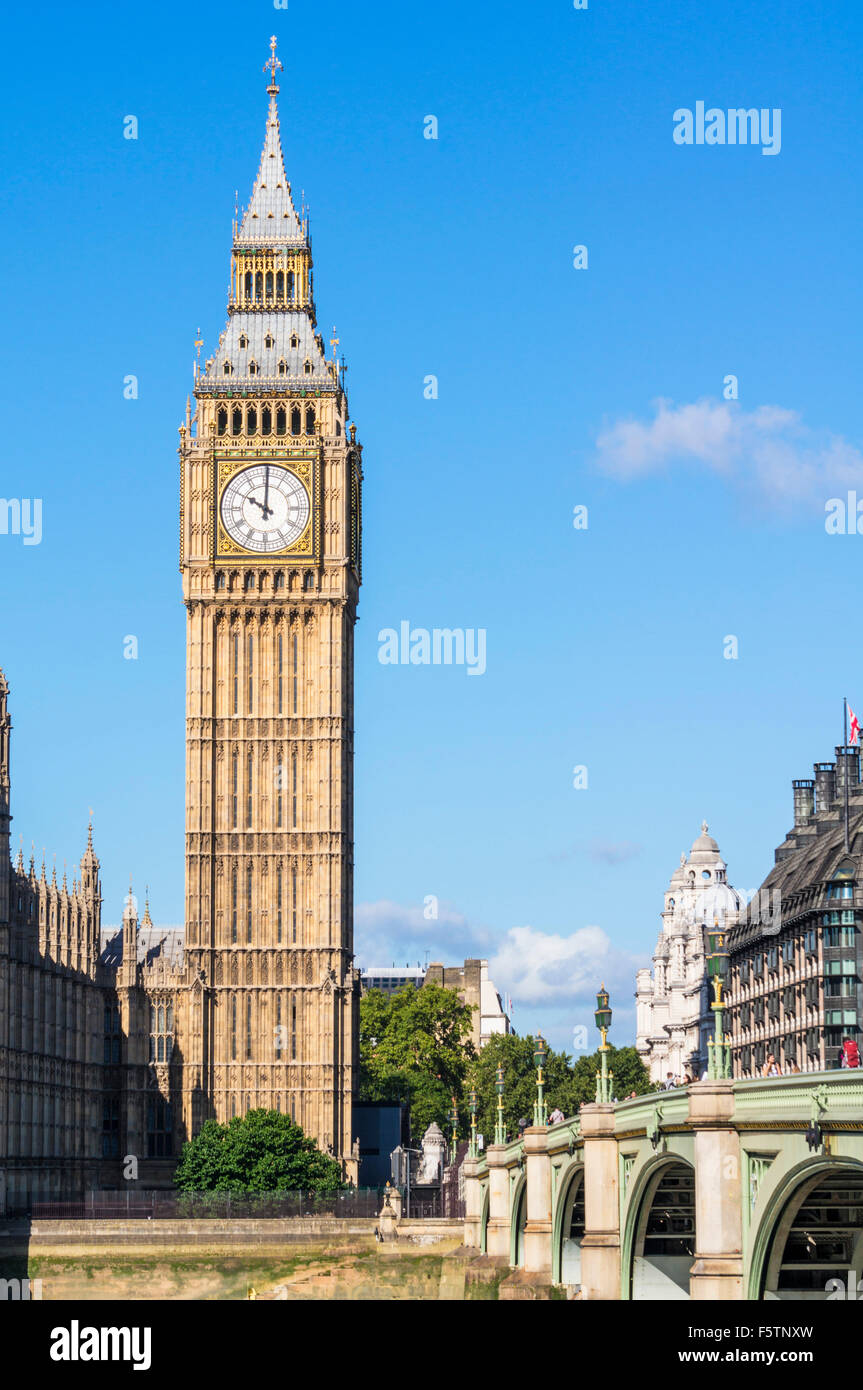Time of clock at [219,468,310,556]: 10:00
